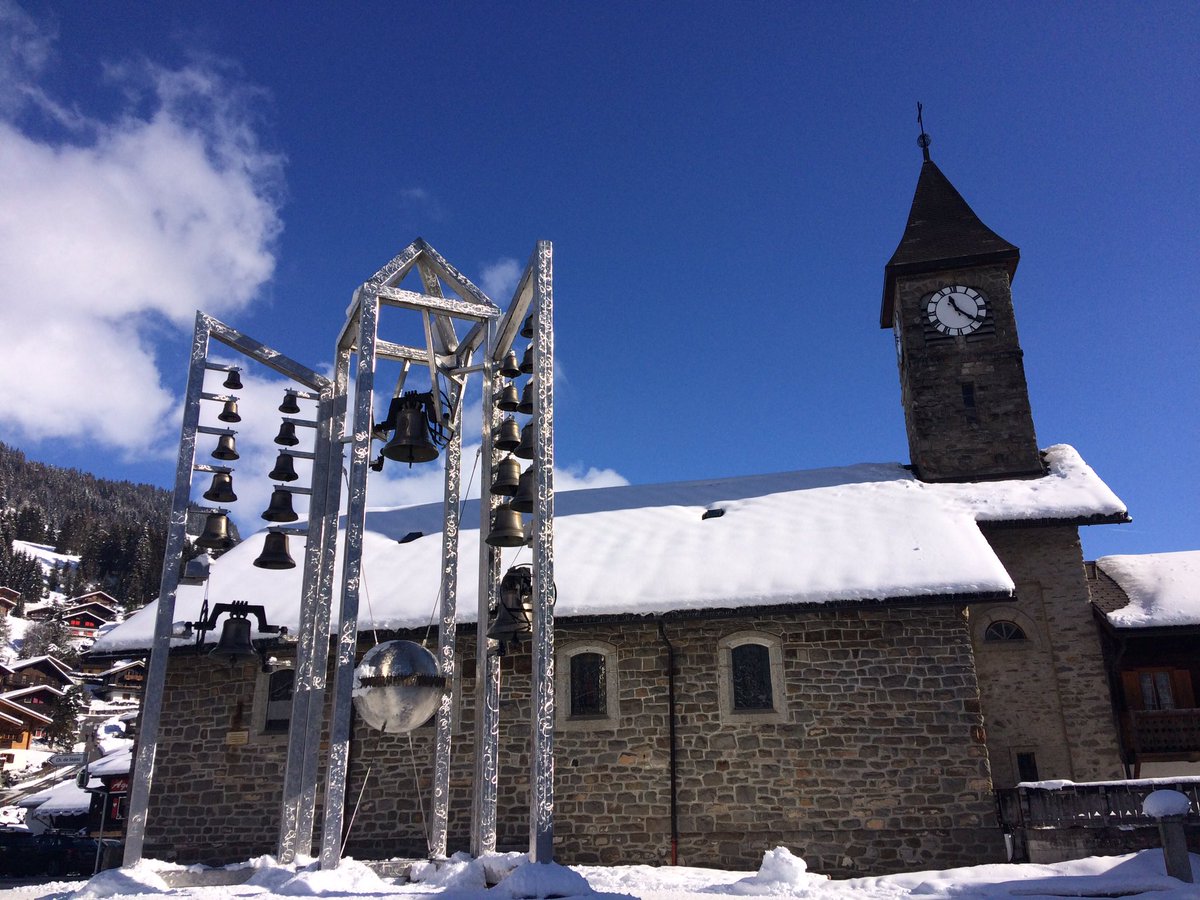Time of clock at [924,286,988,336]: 11:21
